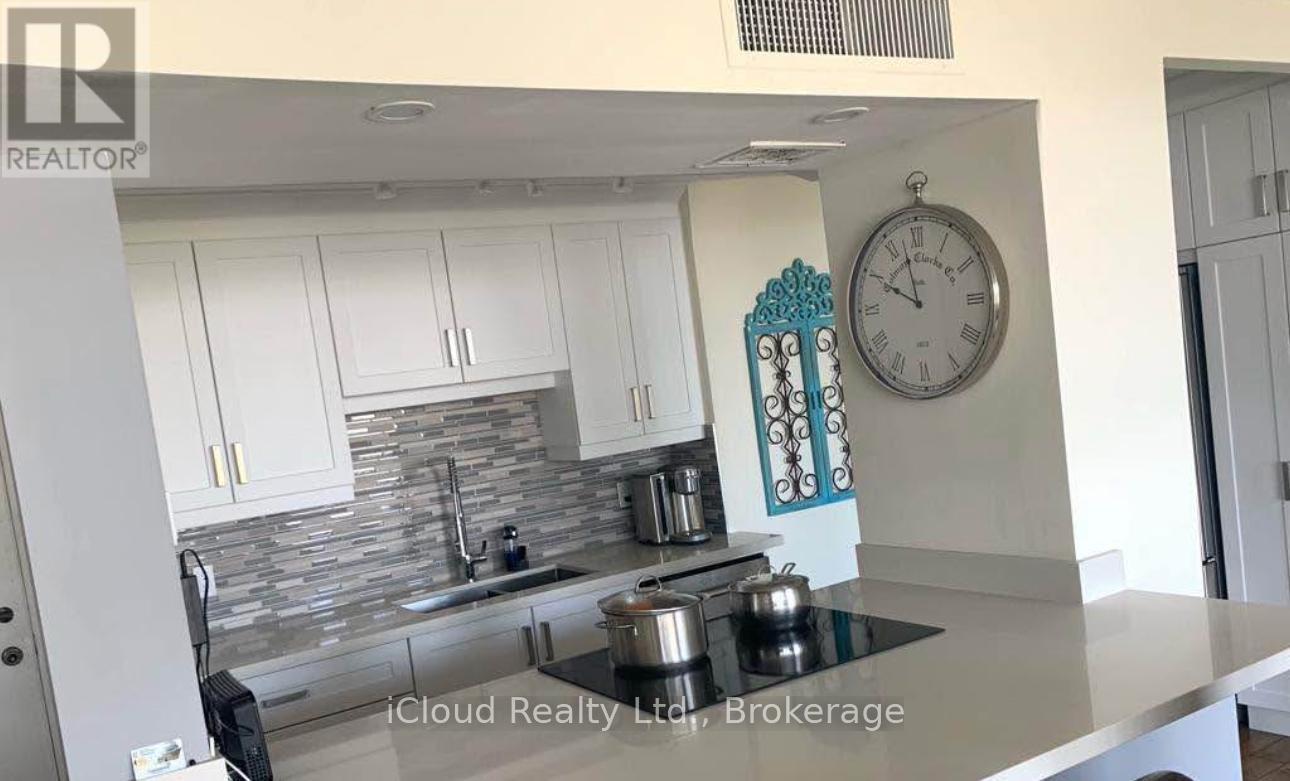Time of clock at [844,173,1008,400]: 9:57
